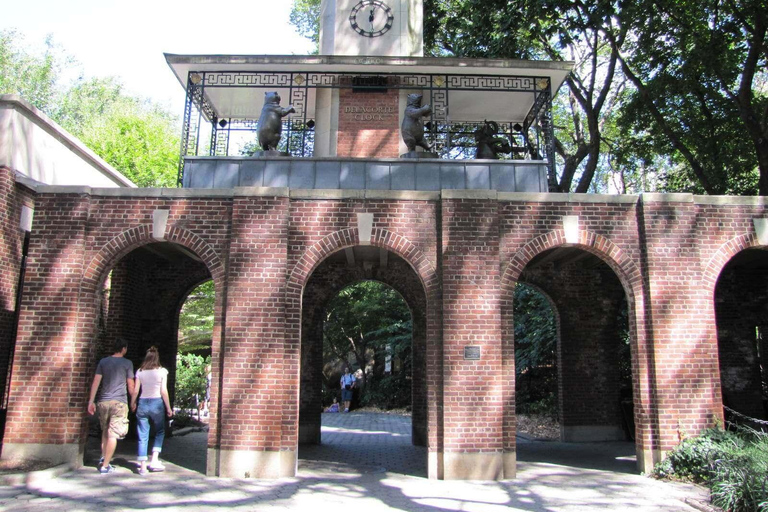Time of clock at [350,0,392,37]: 12:03
